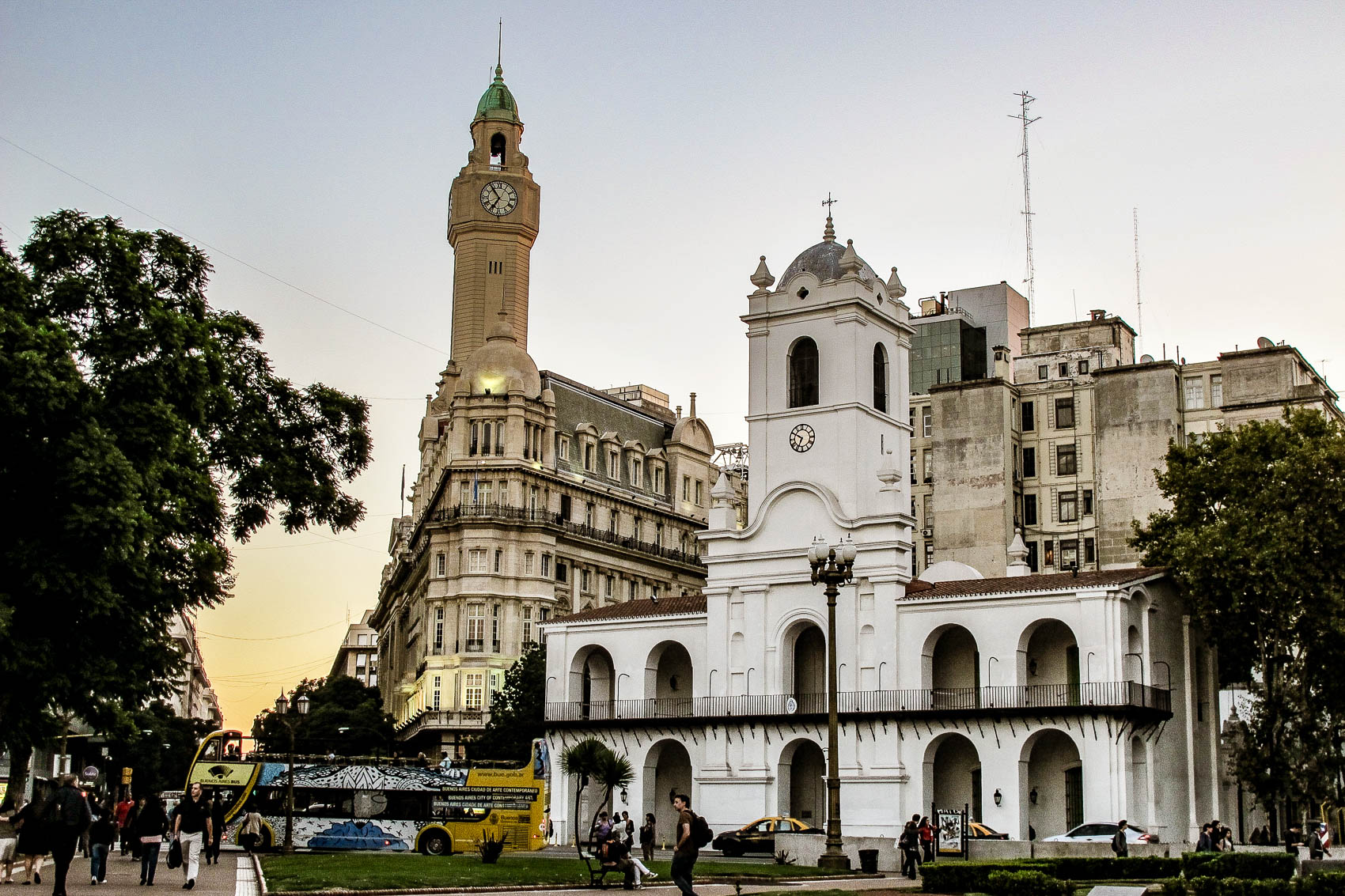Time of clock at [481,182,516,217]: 6:53
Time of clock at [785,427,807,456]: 6:50
